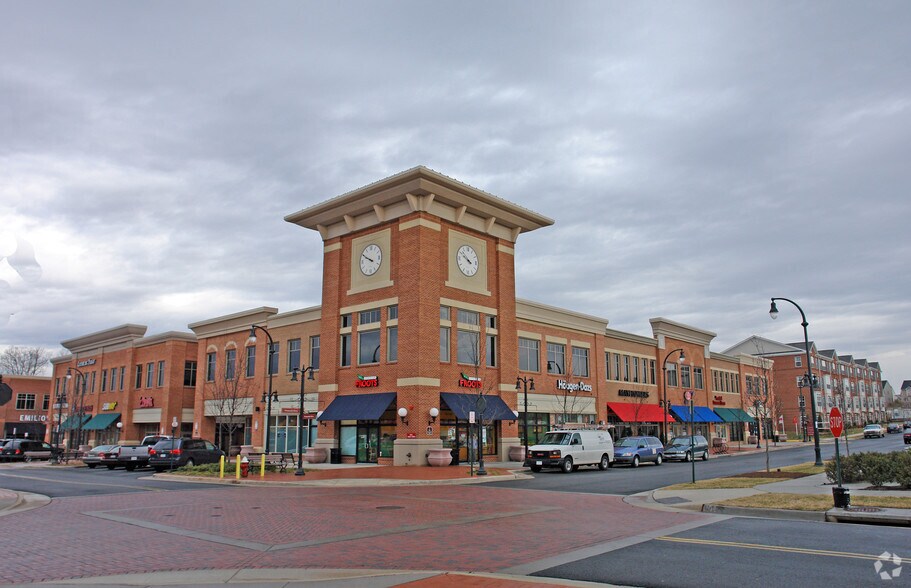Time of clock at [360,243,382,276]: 9:50
